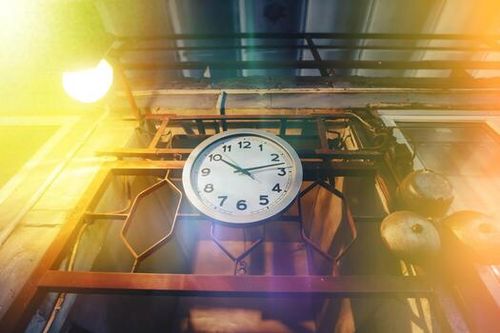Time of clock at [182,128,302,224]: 10:12
